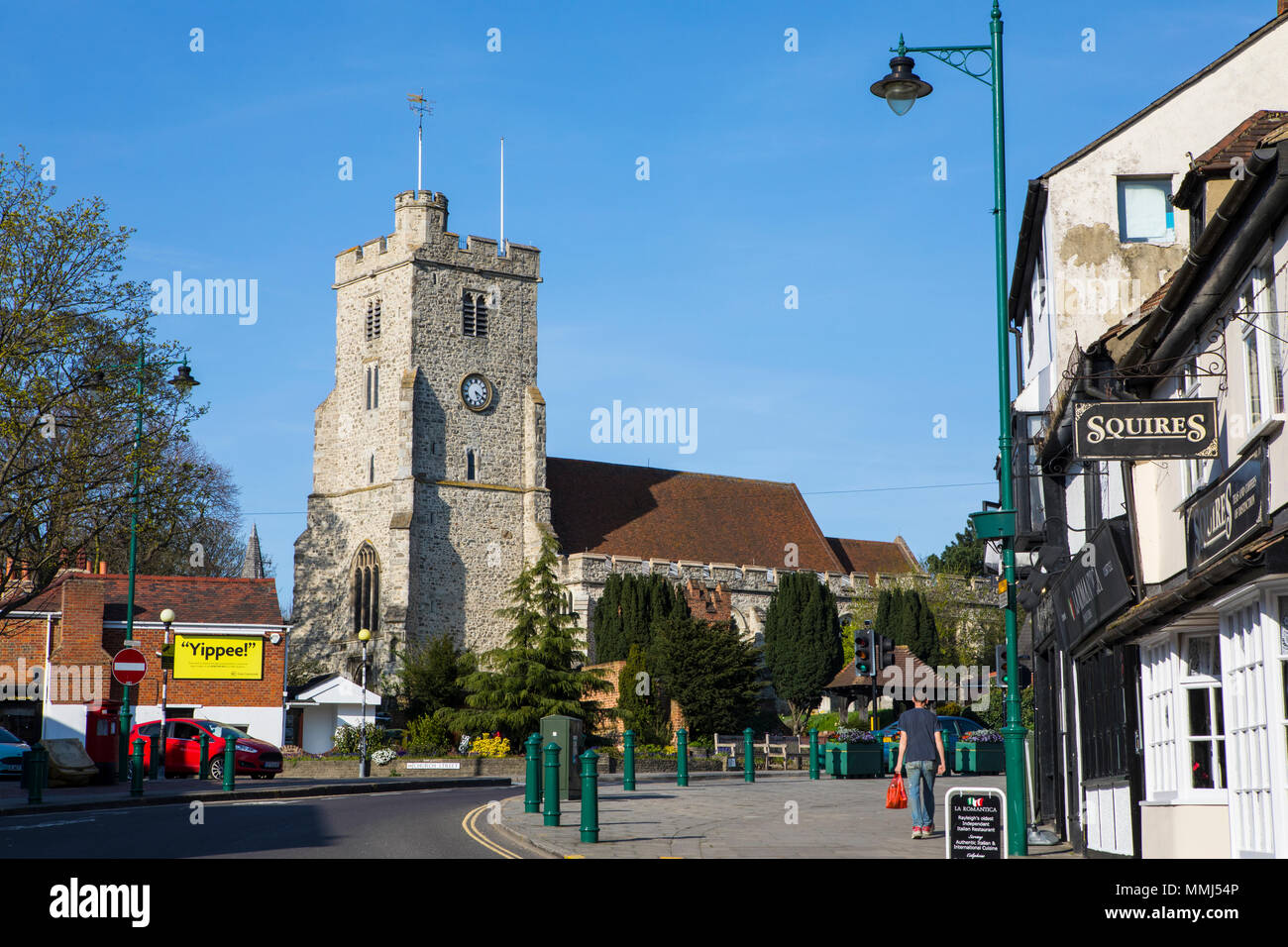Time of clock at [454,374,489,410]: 5:19
